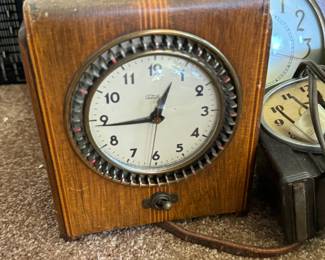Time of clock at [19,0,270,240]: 12:43
